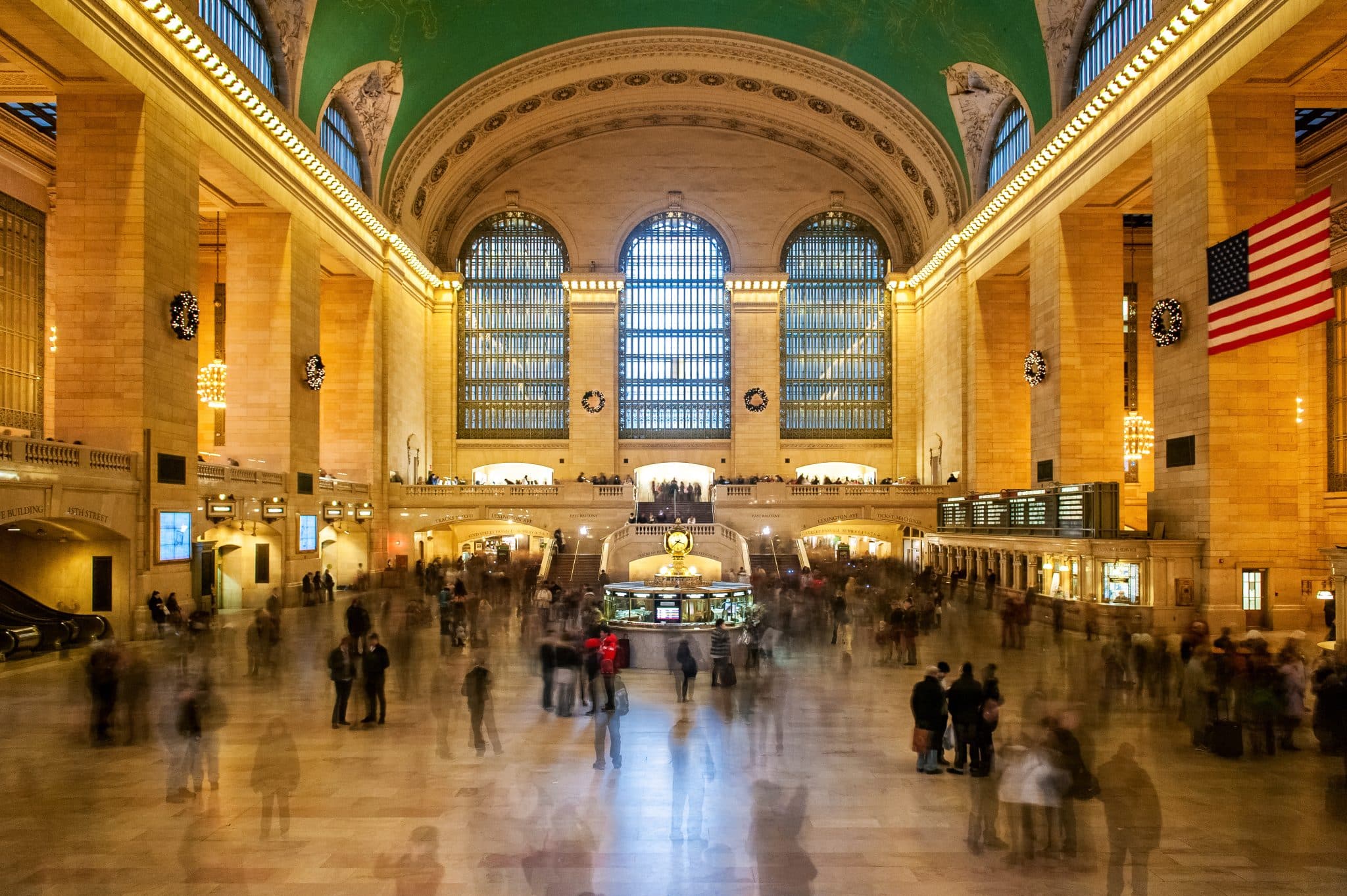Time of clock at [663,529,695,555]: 3:38
